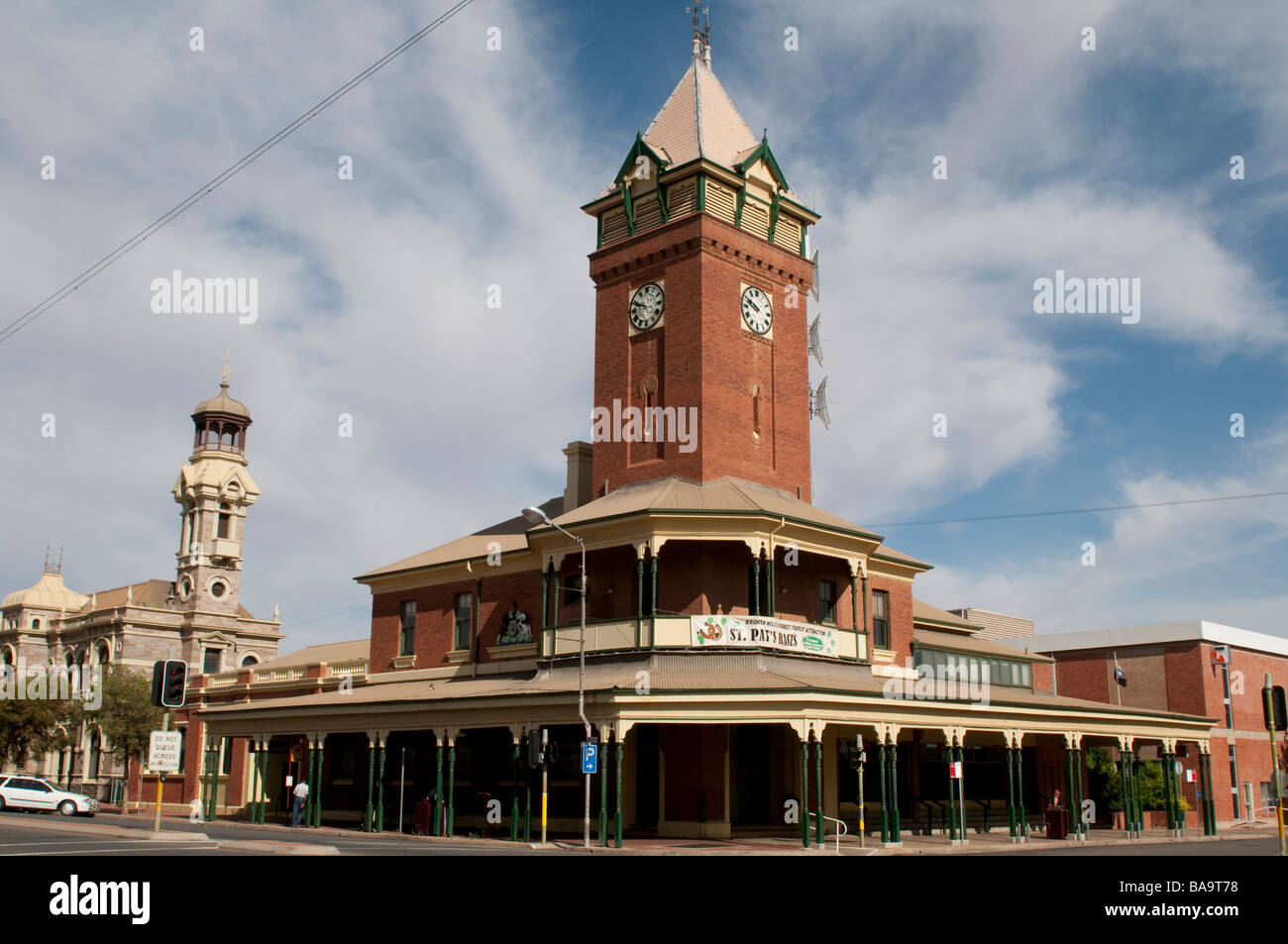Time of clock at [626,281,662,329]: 9:48
